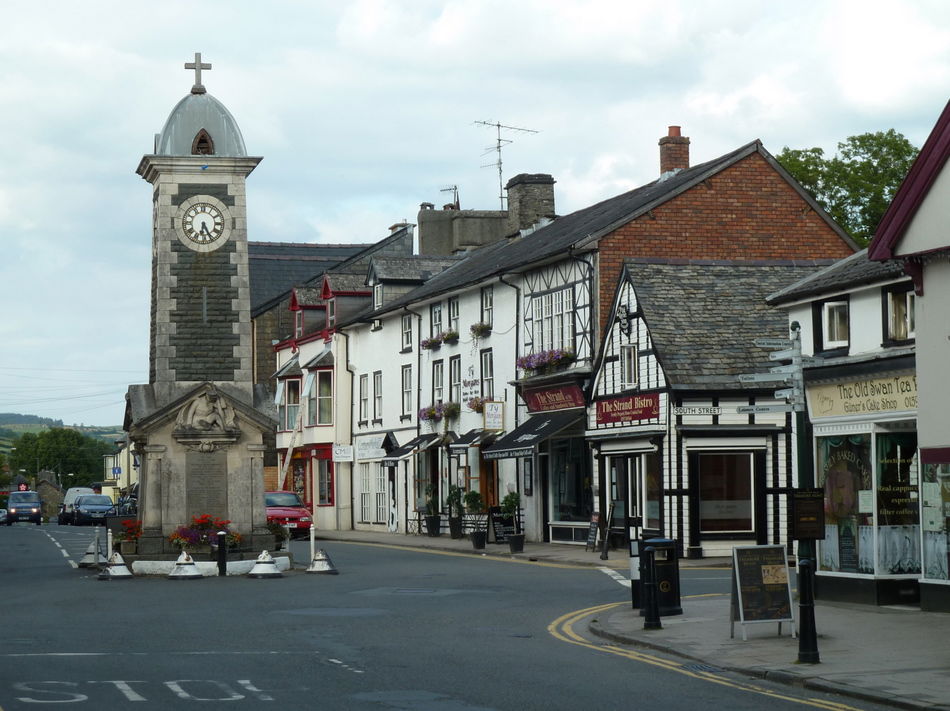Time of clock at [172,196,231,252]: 6:25
